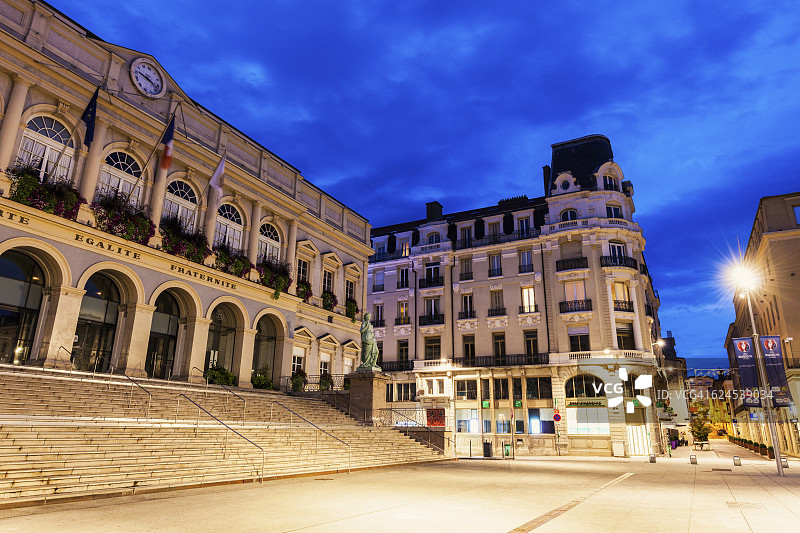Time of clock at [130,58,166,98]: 10:22
